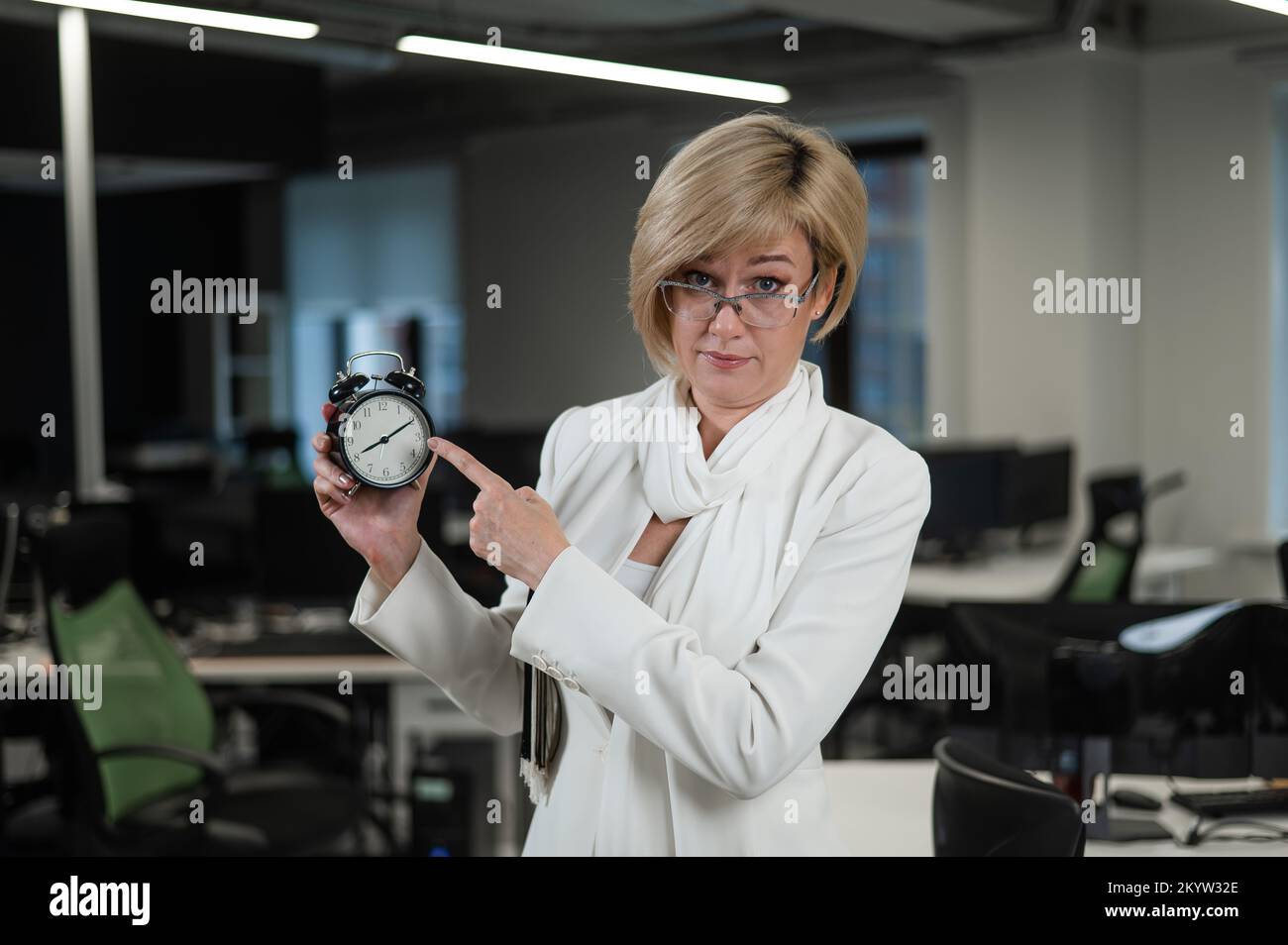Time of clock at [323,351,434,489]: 8:10
